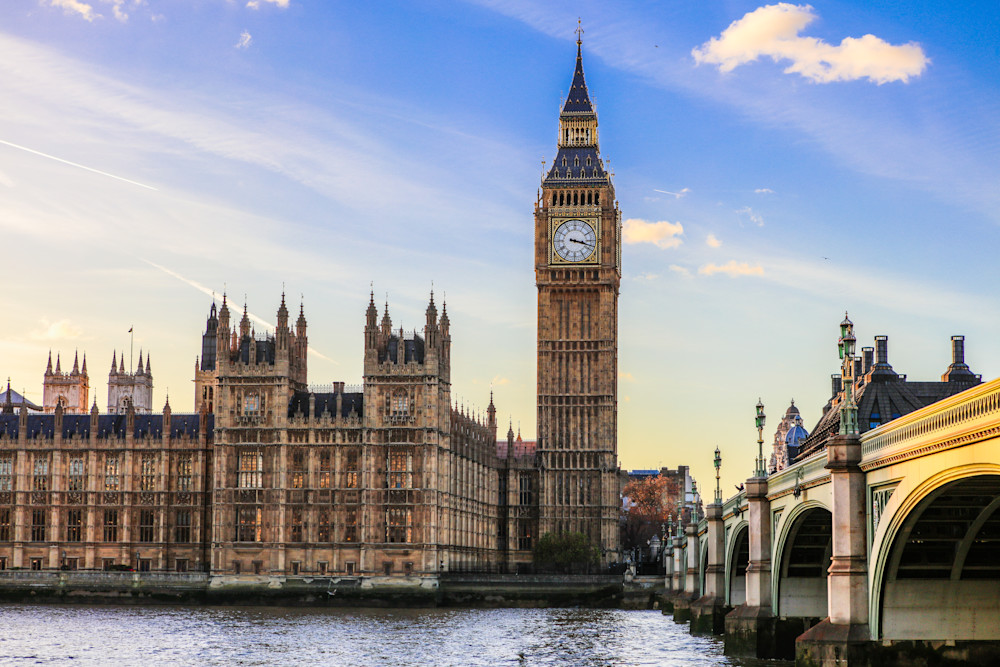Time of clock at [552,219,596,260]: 3:17
